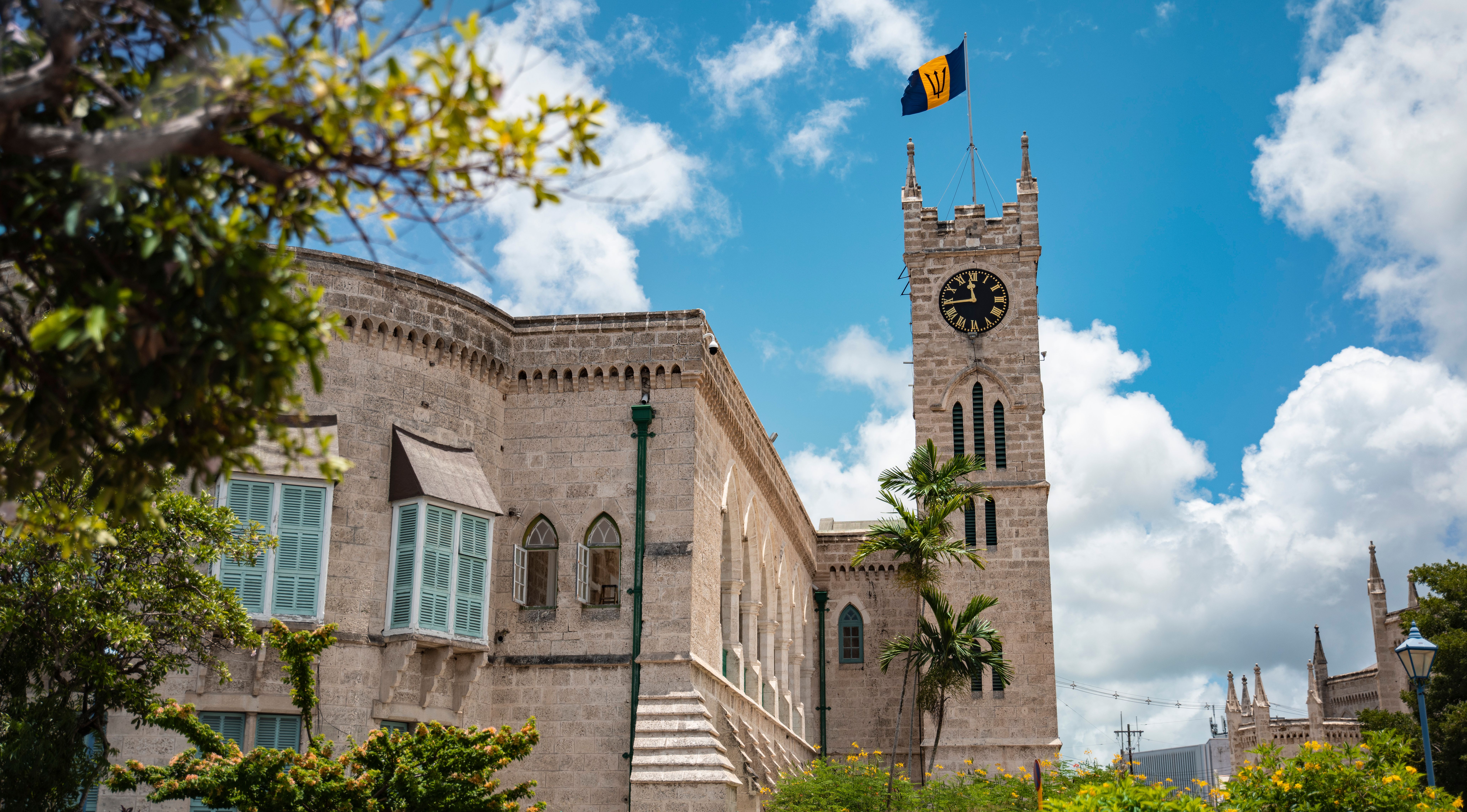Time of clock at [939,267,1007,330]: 11:44
